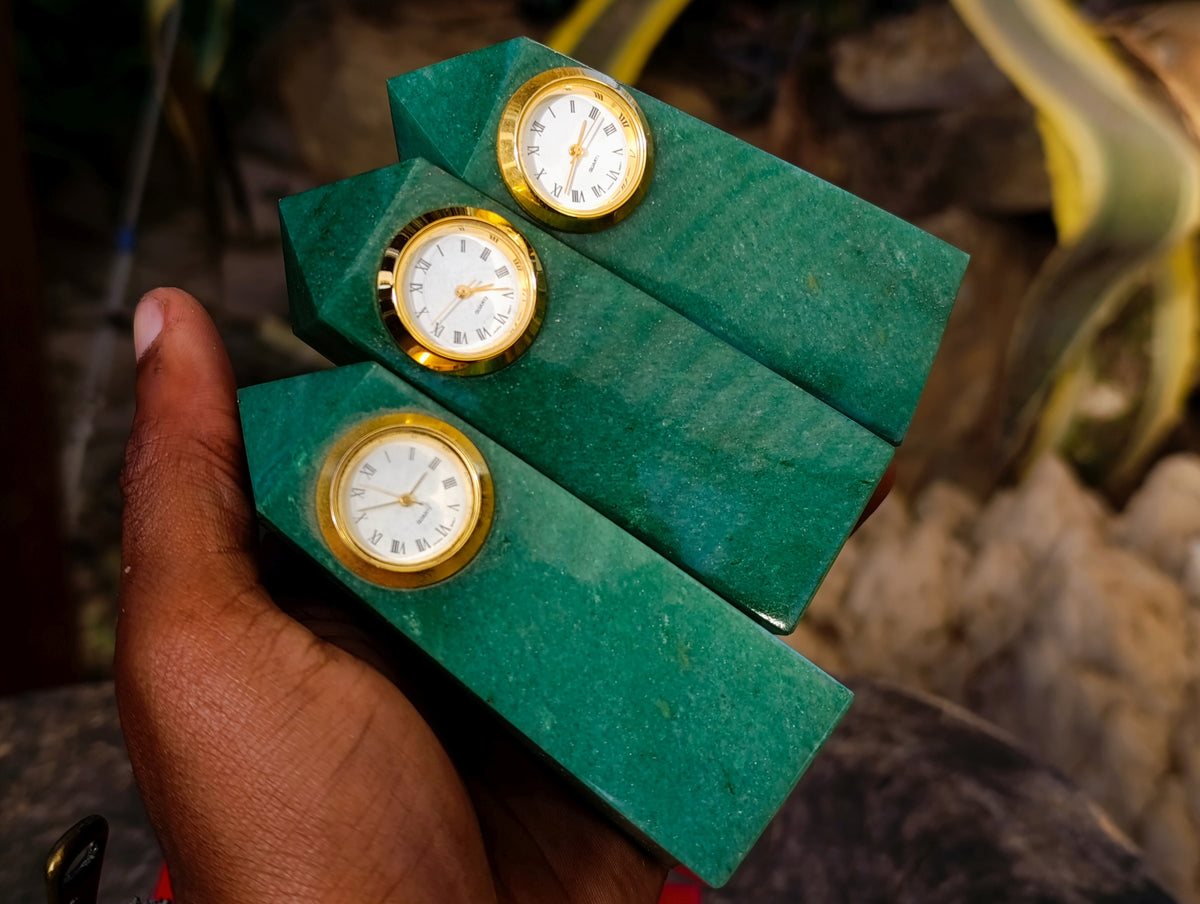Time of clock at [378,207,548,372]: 2:13
